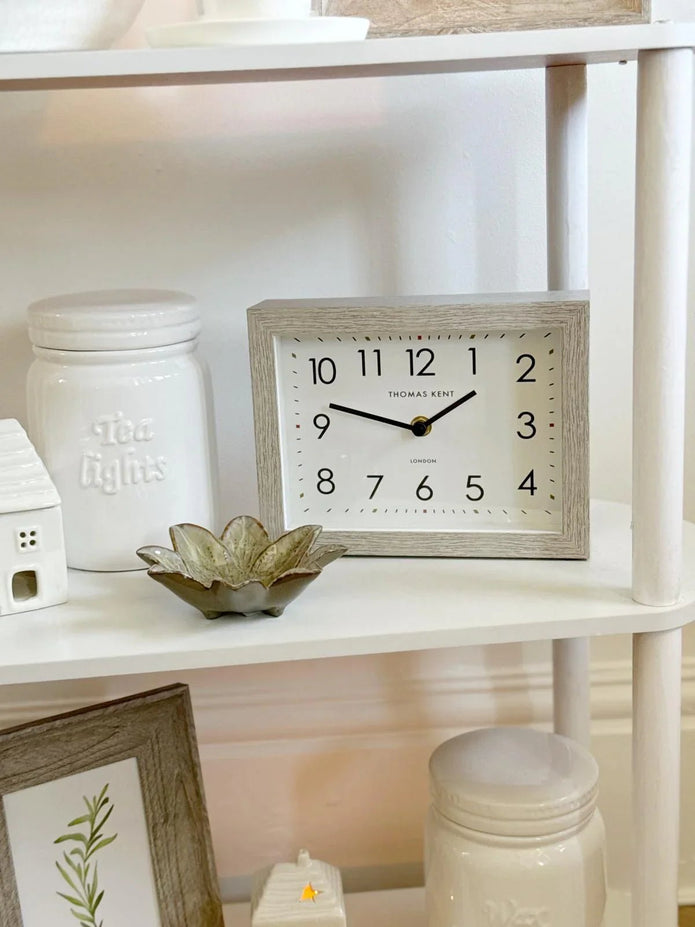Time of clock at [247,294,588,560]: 1:47
